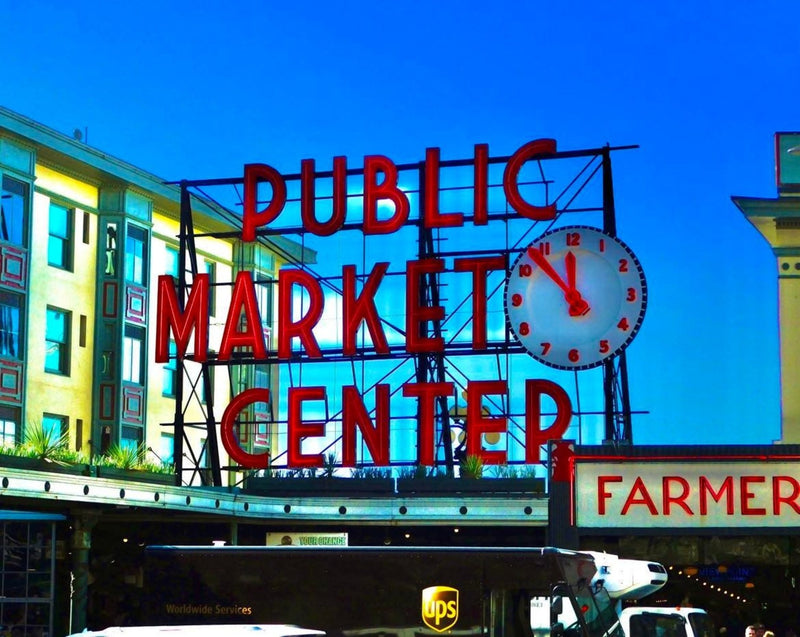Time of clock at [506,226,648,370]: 11:52
